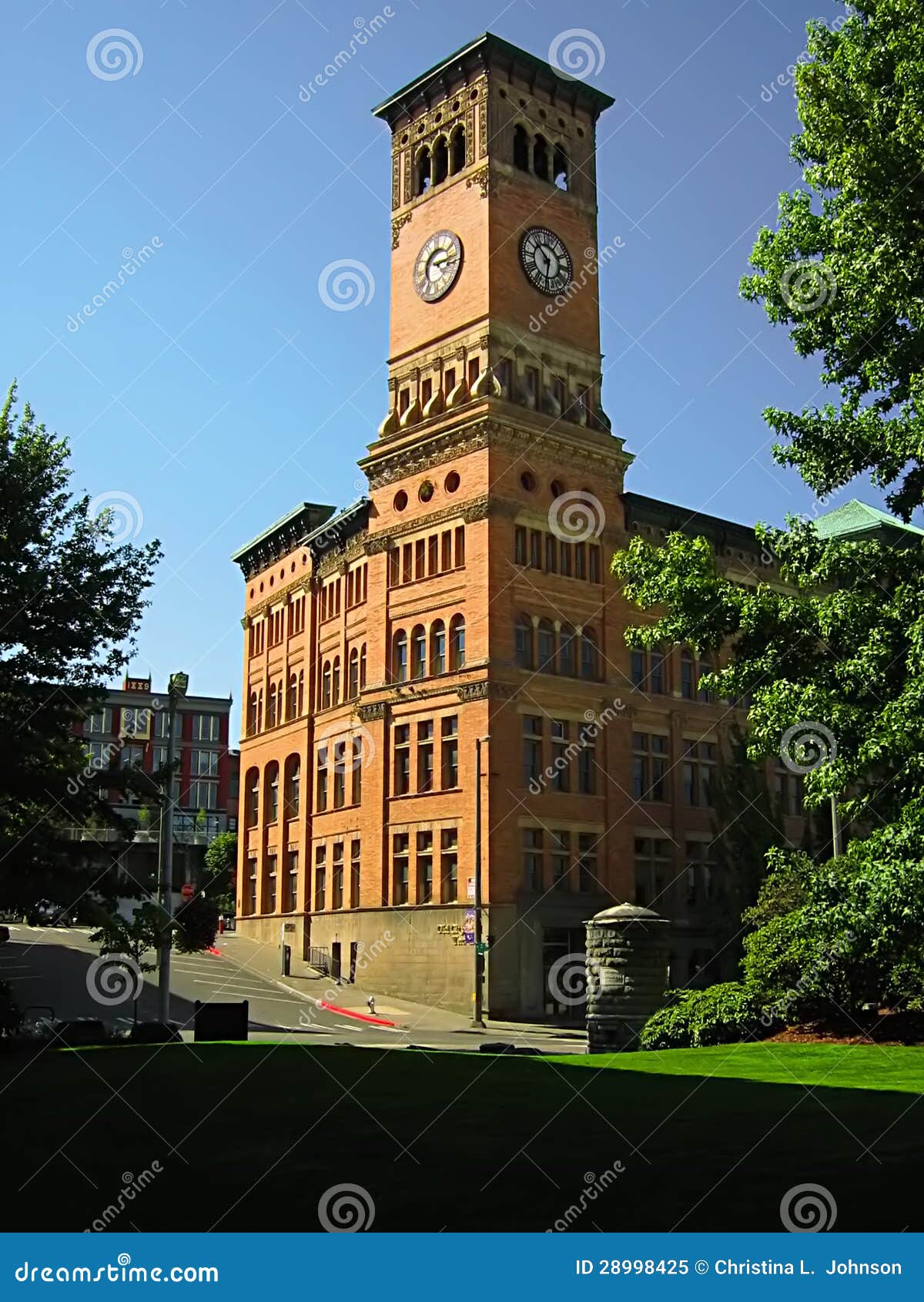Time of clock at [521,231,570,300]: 10:32
